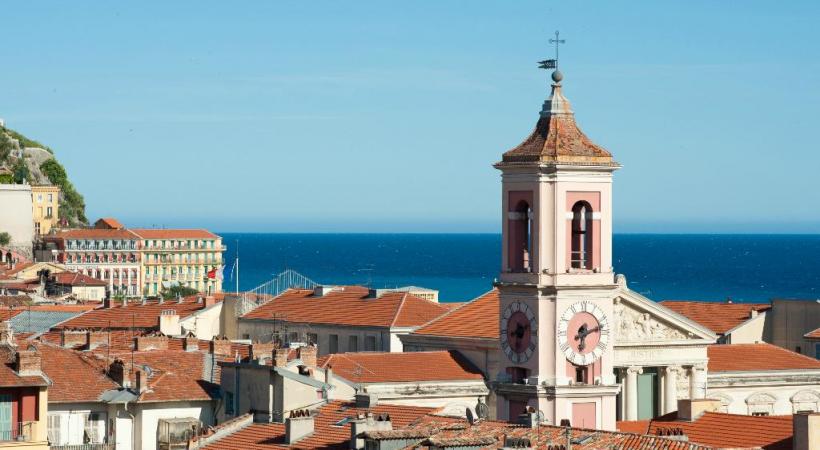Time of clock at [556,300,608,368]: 6:12
